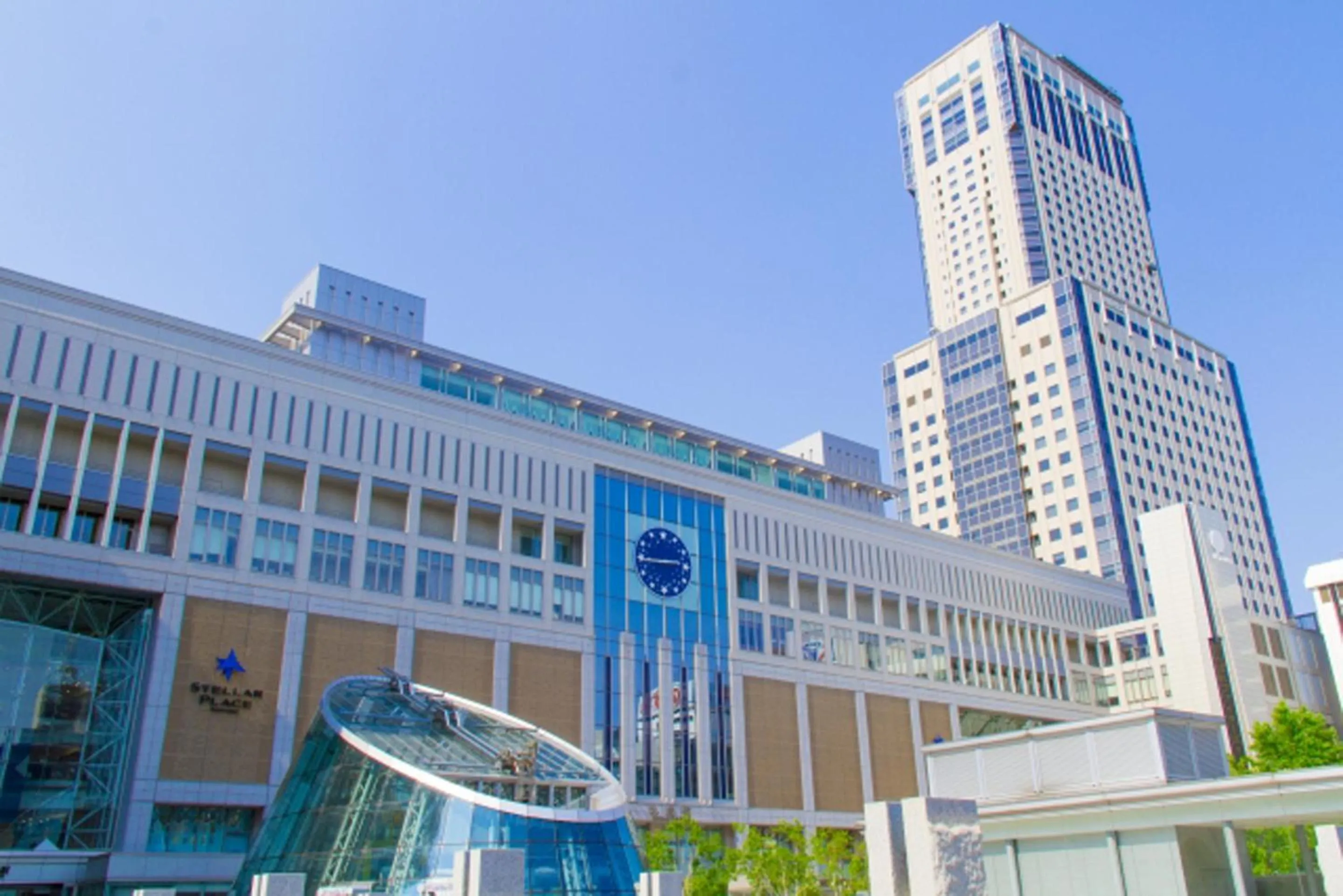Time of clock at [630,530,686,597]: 2:44
